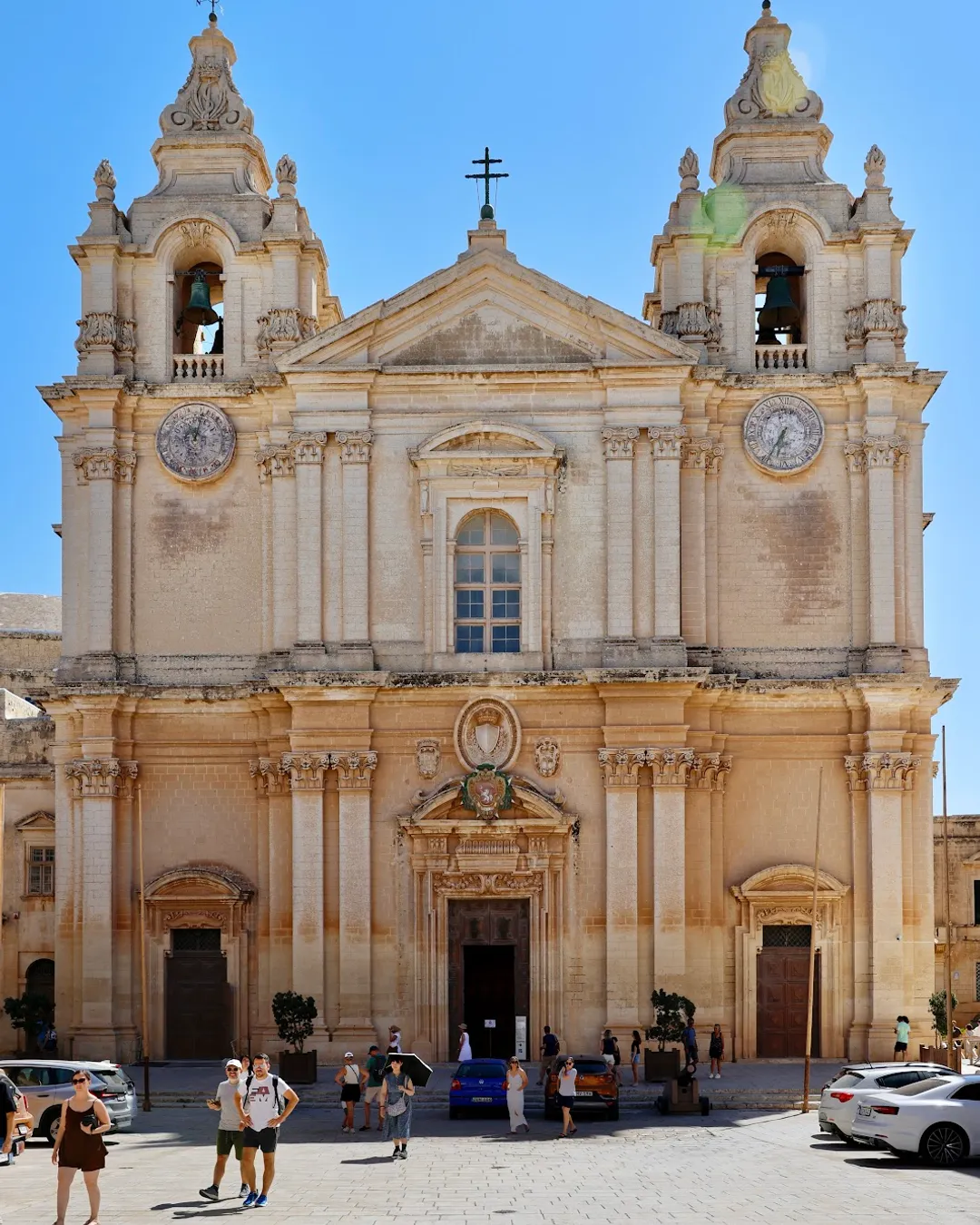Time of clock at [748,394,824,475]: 6:34
